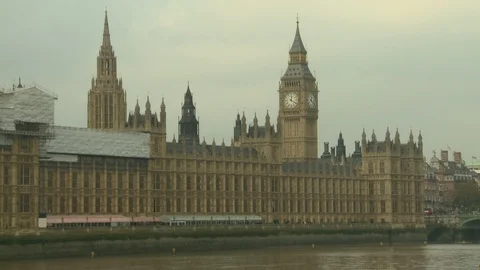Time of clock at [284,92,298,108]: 12:20
